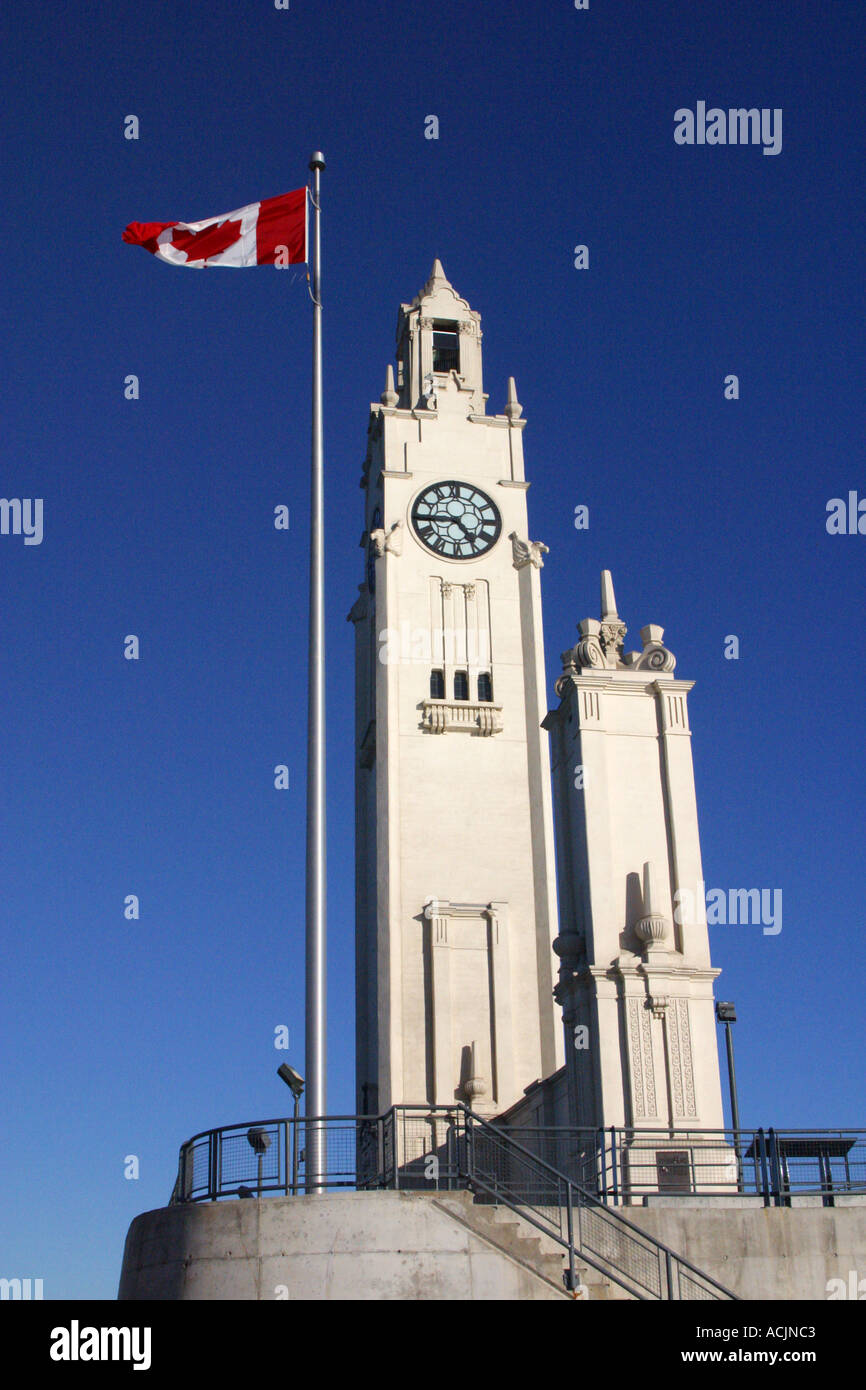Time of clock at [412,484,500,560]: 4:44
